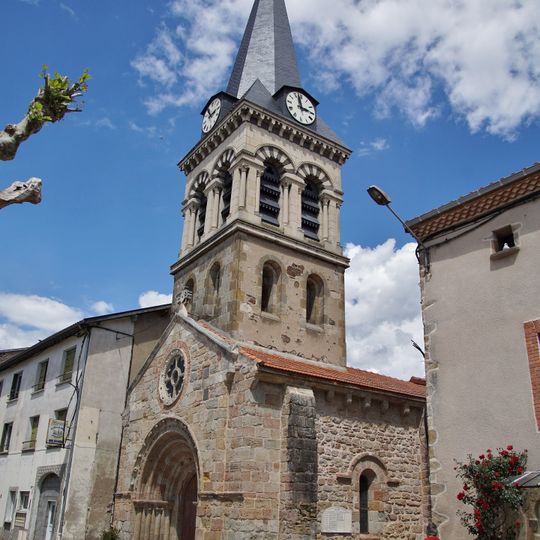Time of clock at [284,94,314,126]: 2:58
